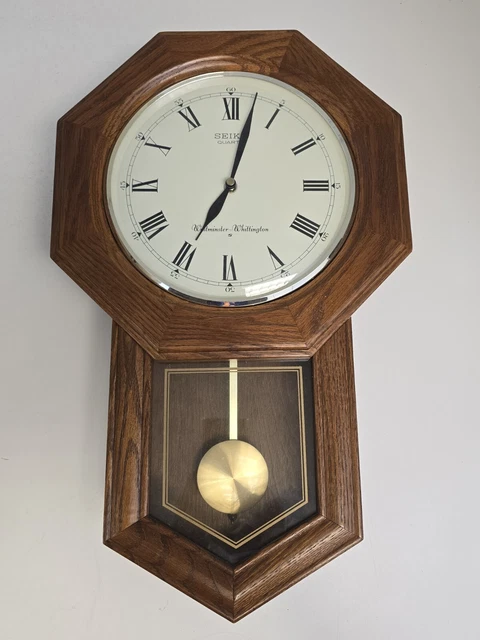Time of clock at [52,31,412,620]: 7:02
